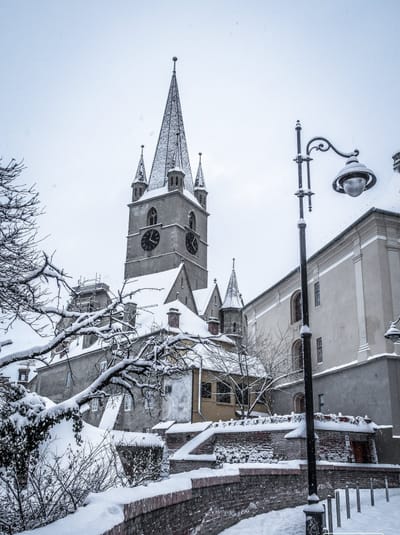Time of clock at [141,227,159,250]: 12:20
